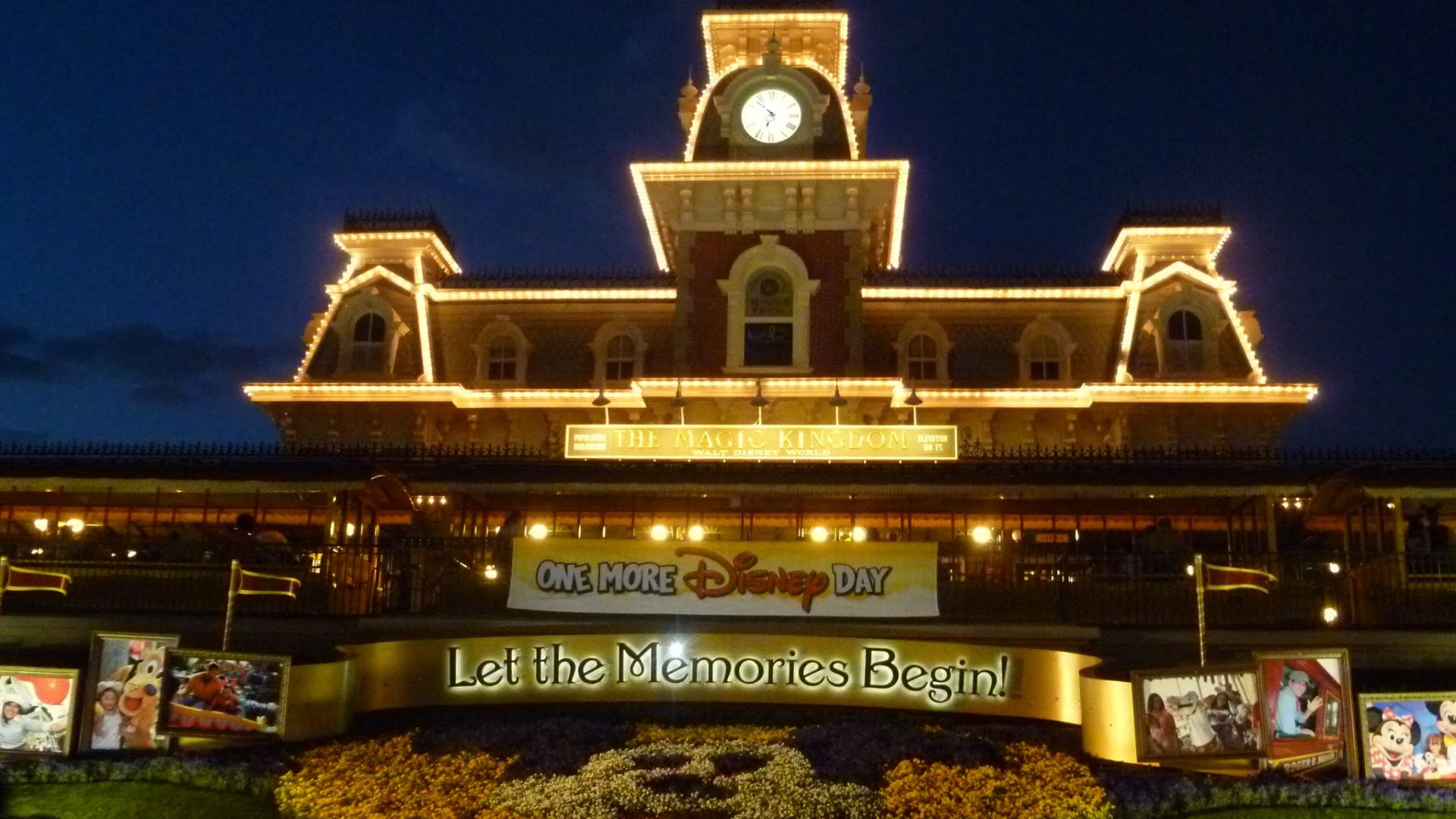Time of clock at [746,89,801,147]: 6:52
